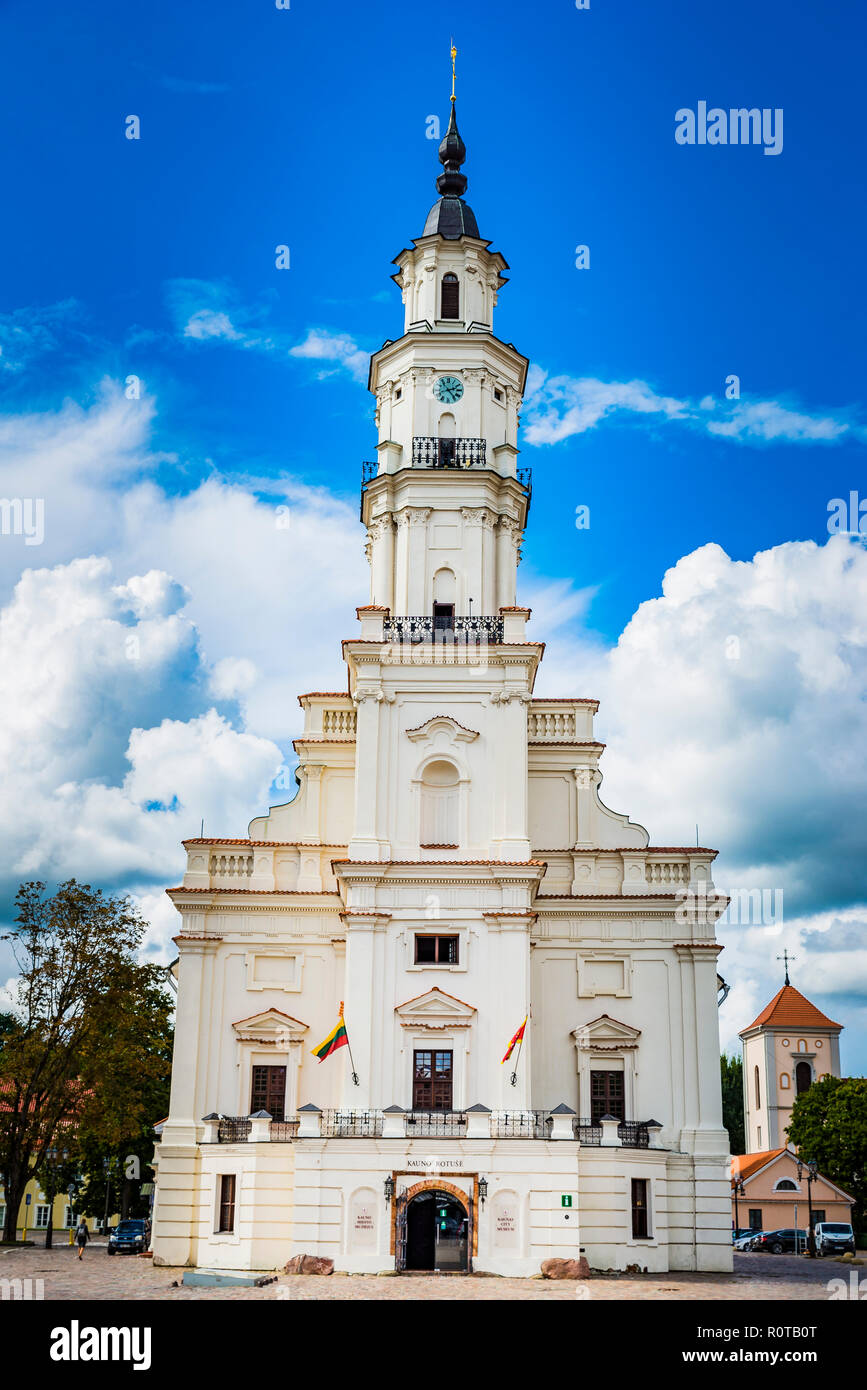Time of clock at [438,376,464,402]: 2:23
